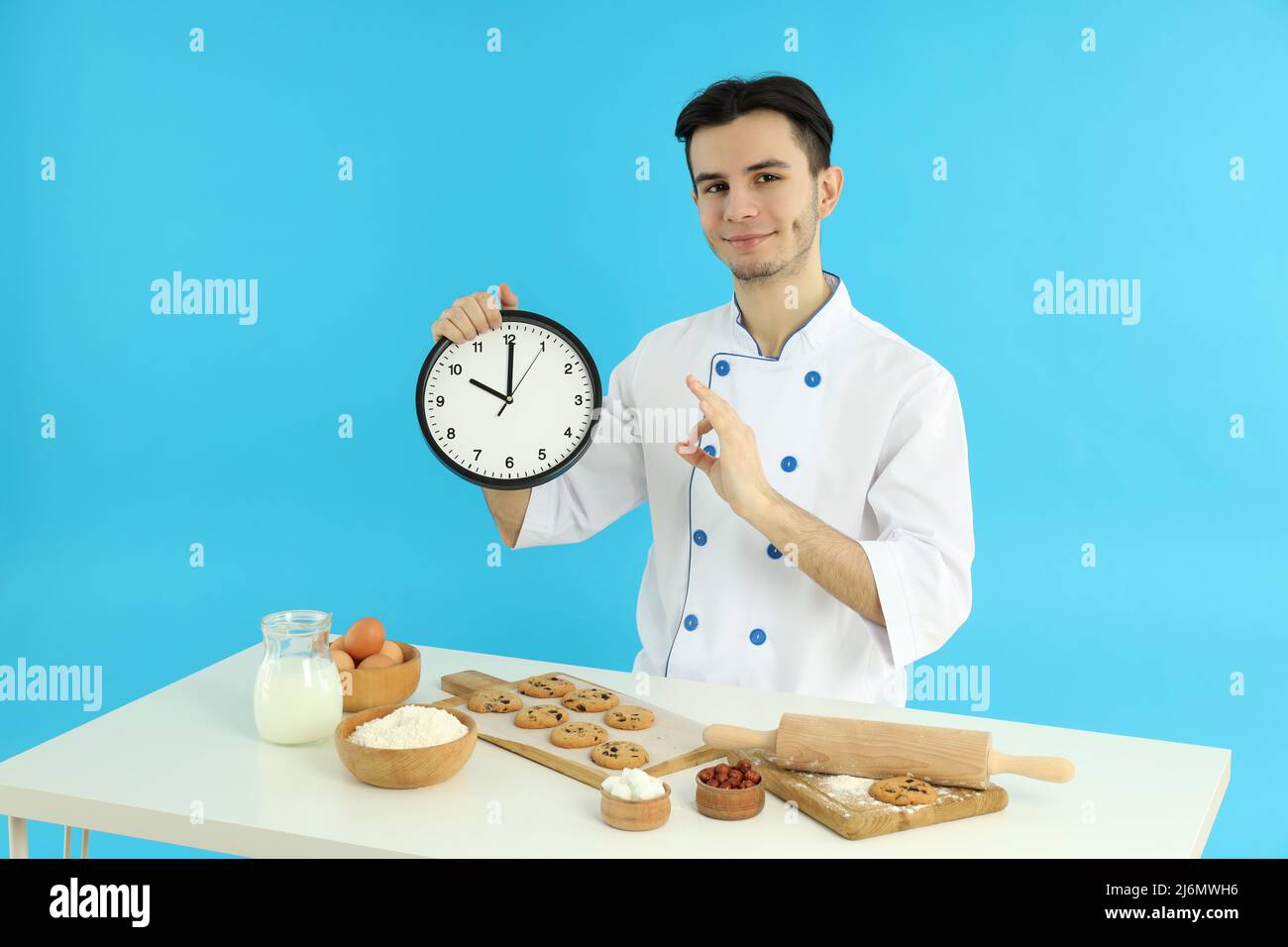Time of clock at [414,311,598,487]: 10:00
